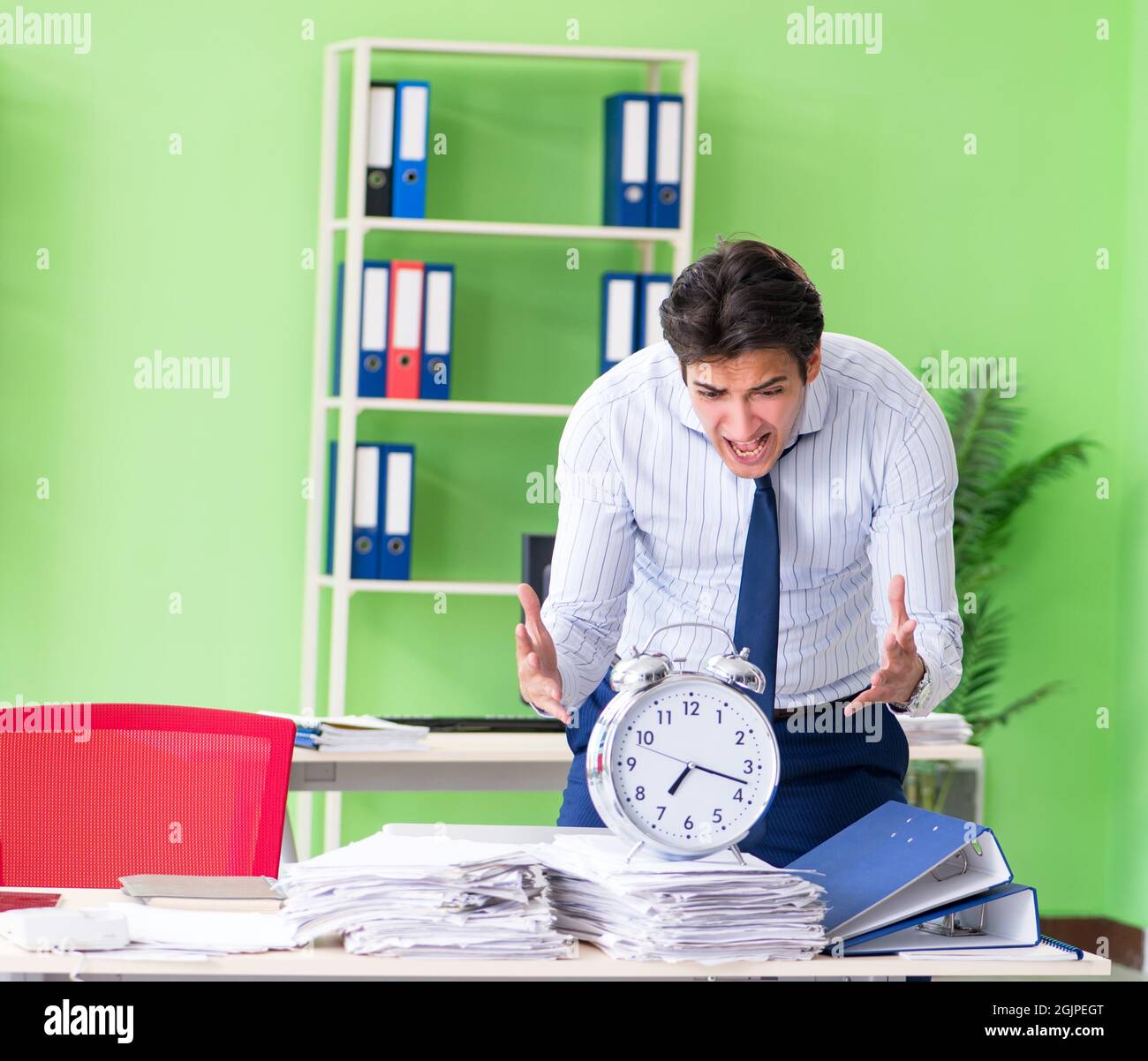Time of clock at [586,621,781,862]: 7:17
